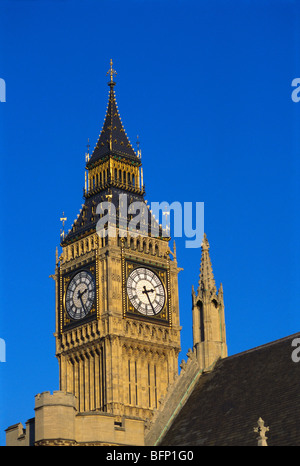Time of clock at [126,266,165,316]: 2:25
